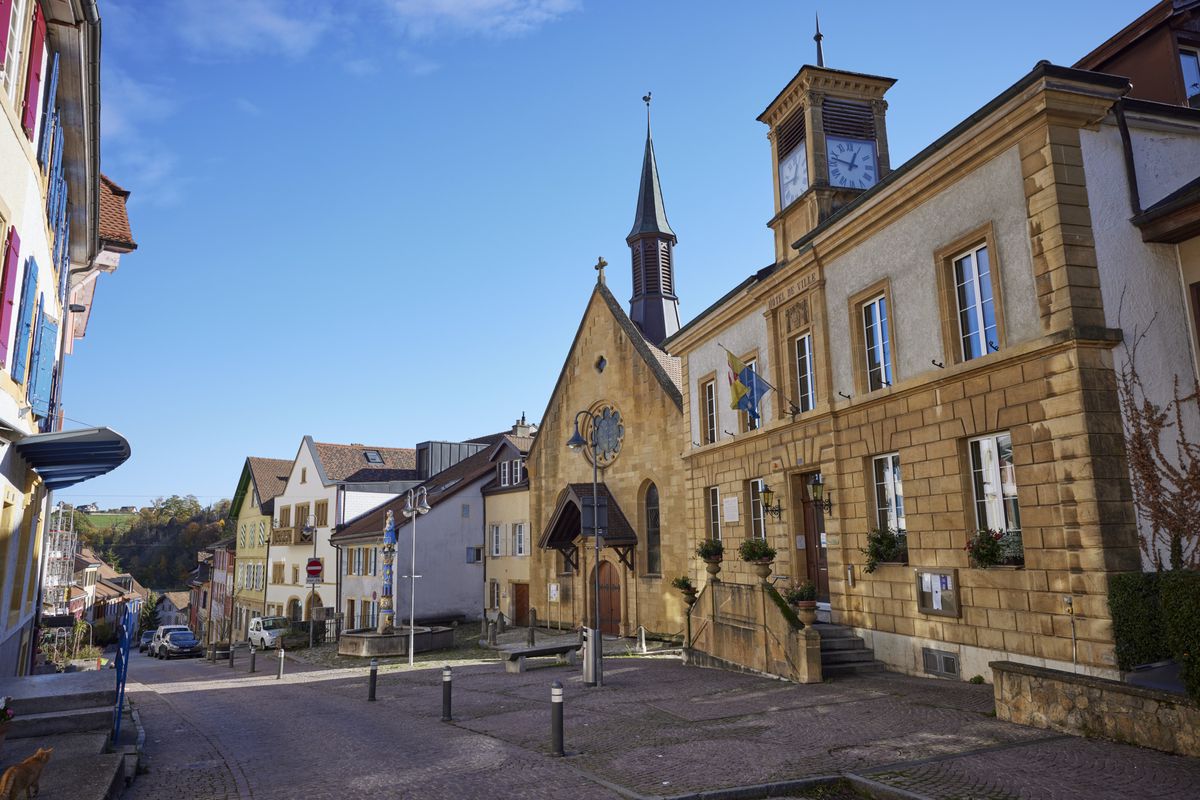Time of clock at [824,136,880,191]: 12:47
